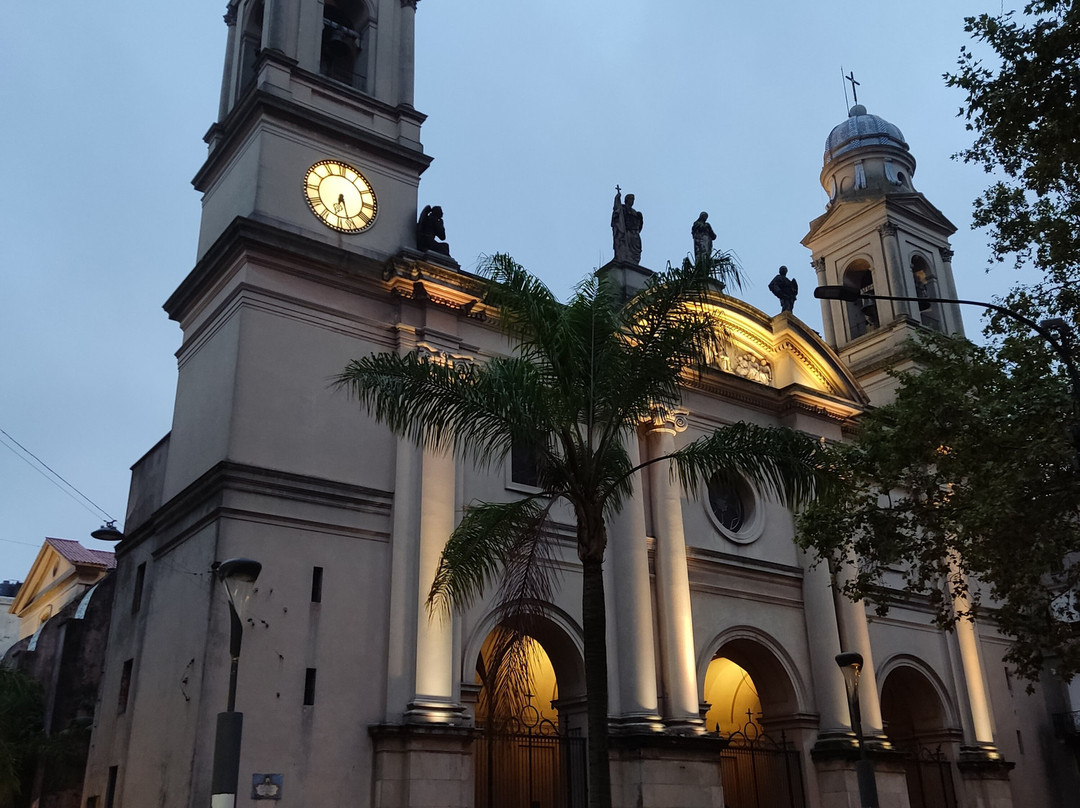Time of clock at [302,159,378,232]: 6:26
